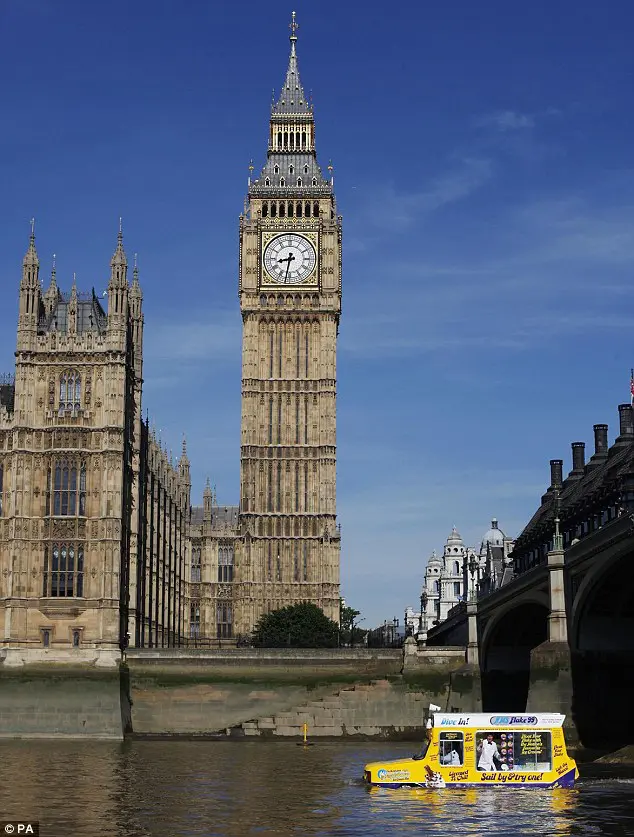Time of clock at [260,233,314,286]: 8:32
